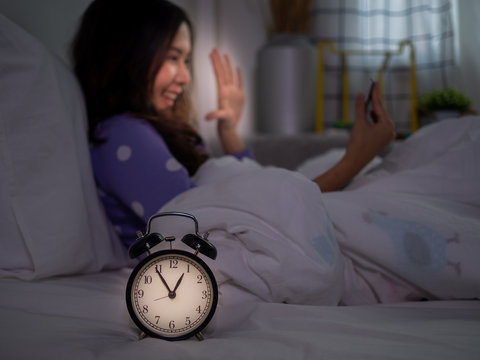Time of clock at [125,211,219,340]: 12:54
